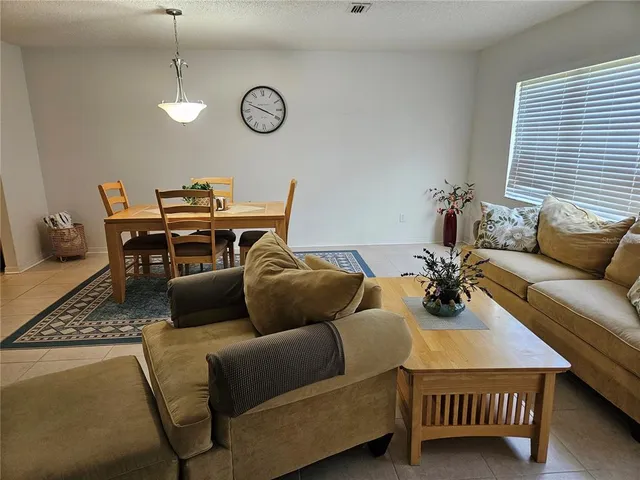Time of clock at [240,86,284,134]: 3:48
